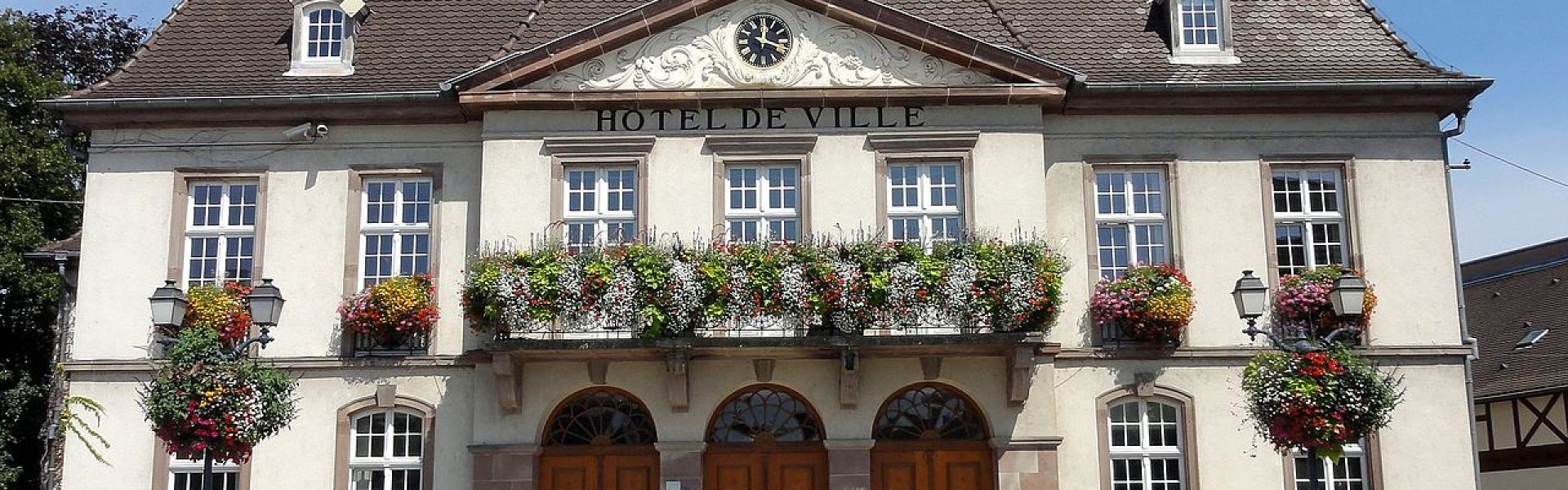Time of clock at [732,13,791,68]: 12:18
